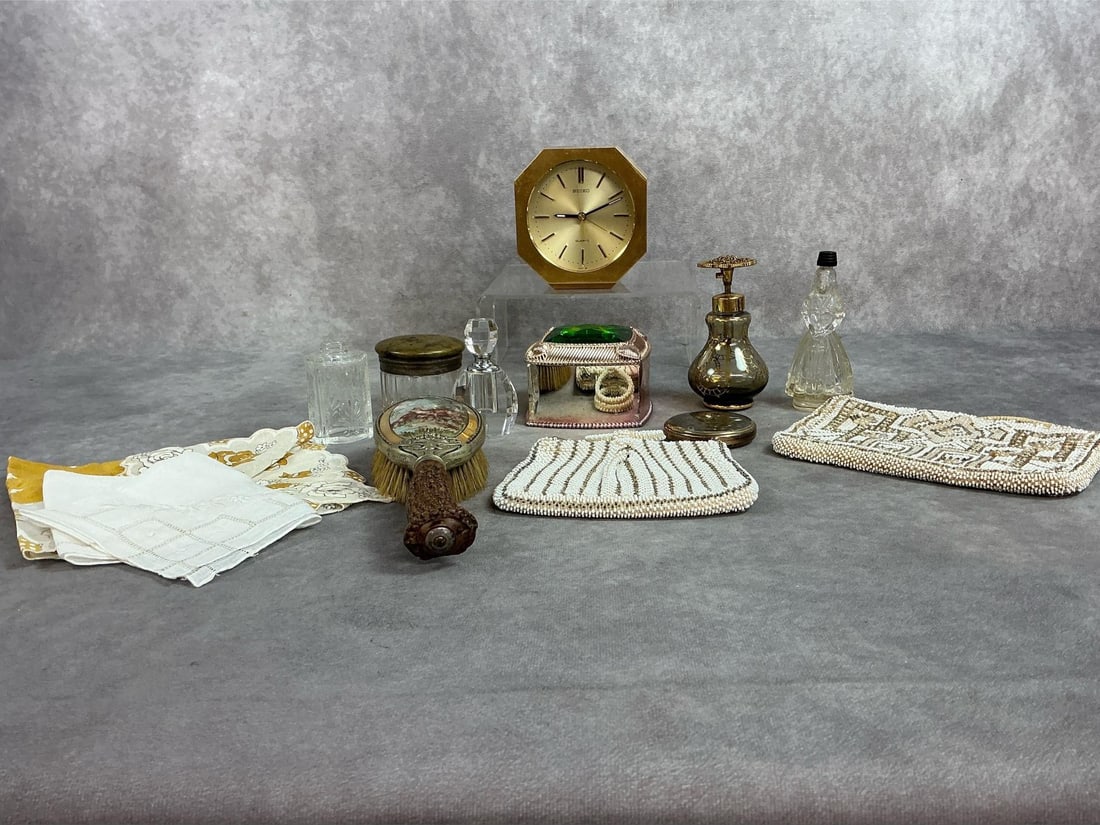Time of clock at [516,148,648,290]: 9:10
